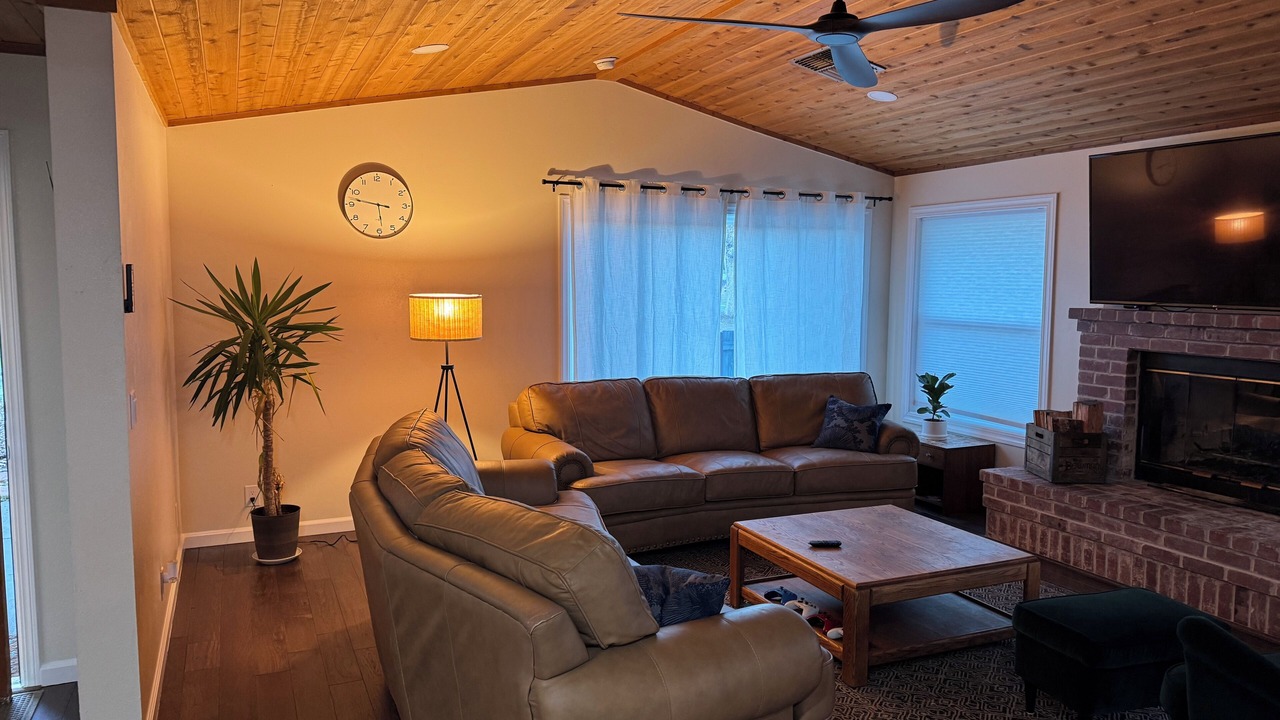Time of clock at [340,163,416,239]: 5:46
